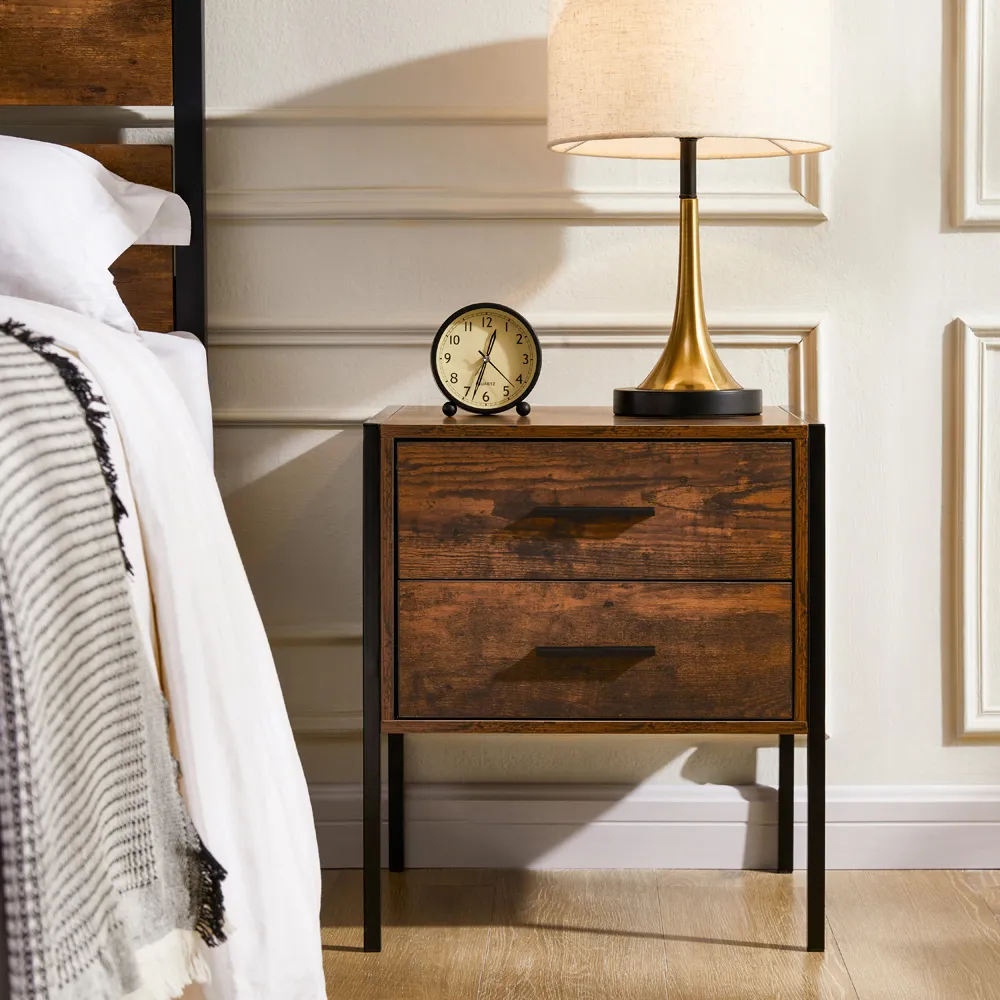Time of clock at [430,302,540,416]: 12:32
